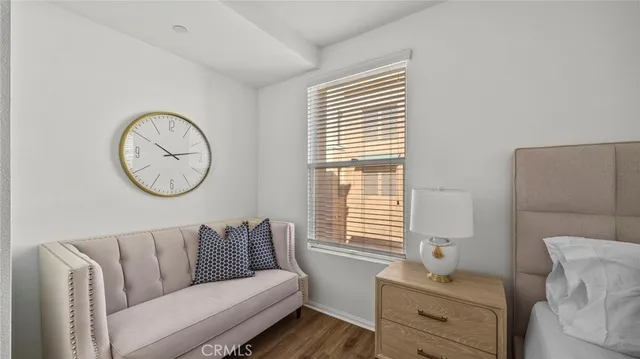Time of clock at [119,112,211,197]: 10:13
